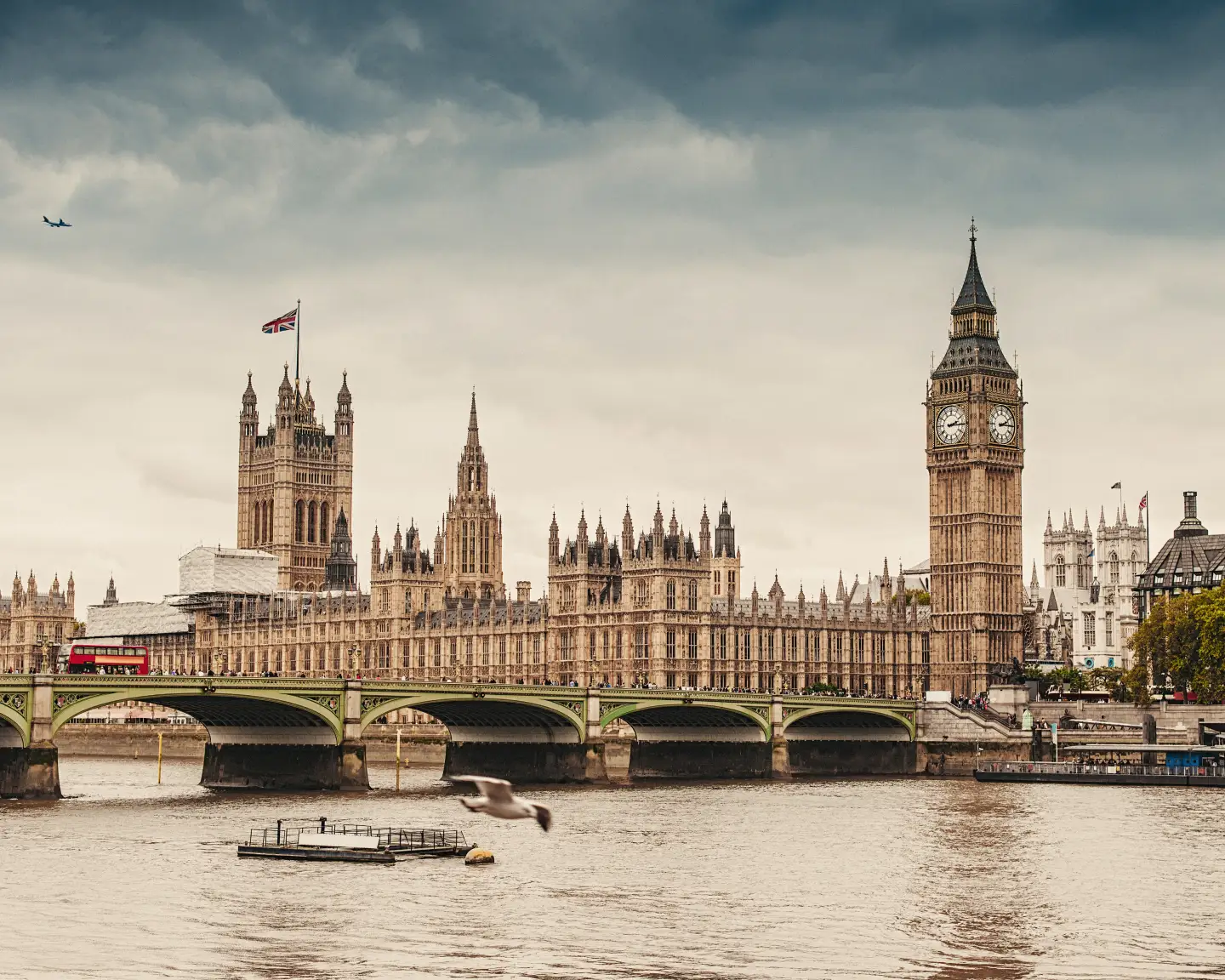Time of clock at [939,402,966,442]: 2:15
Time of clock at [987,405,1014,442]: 2:14
